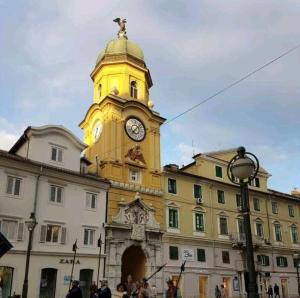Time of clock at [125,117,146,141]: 7:07
